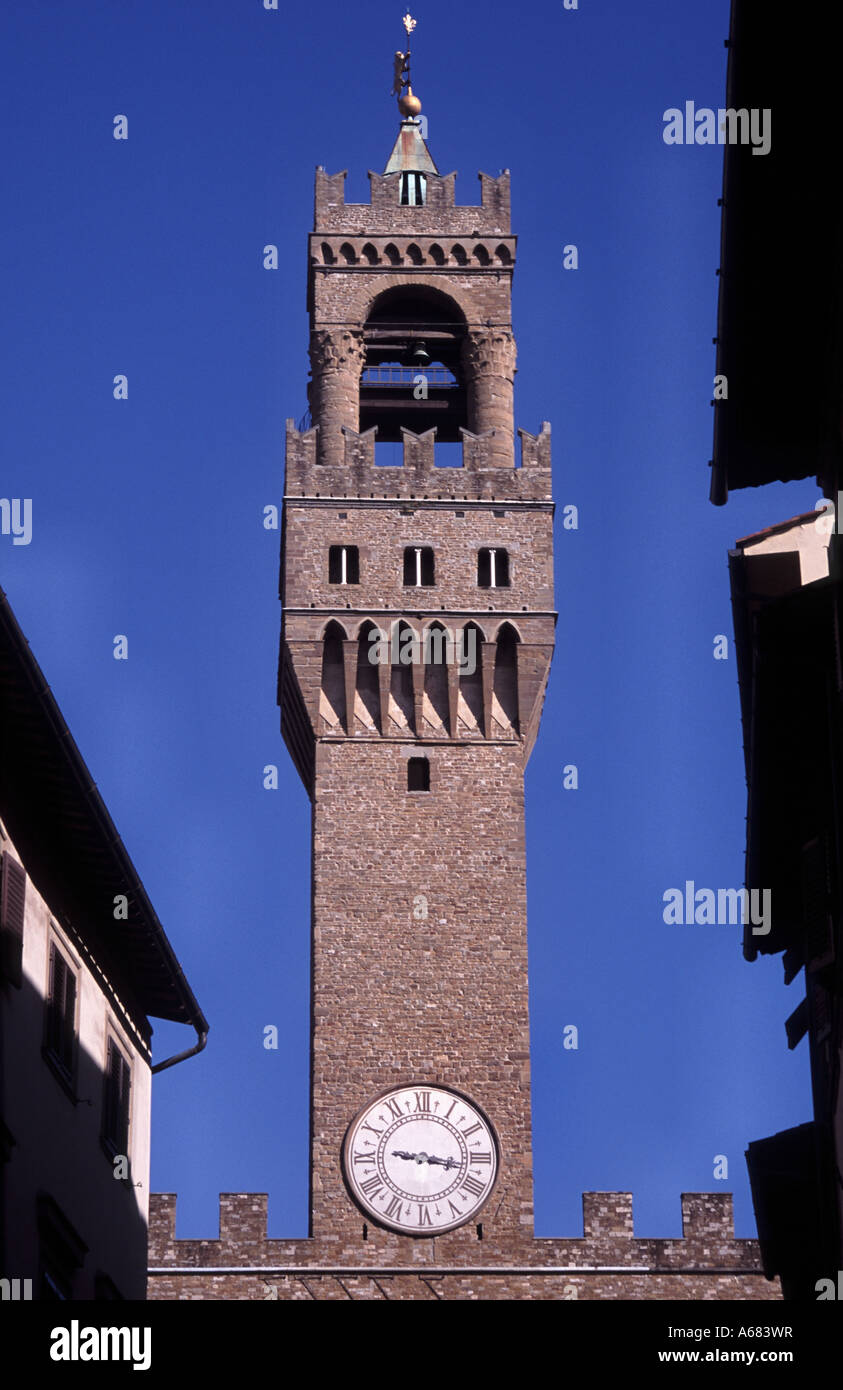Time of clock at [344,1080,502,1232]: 9:16
